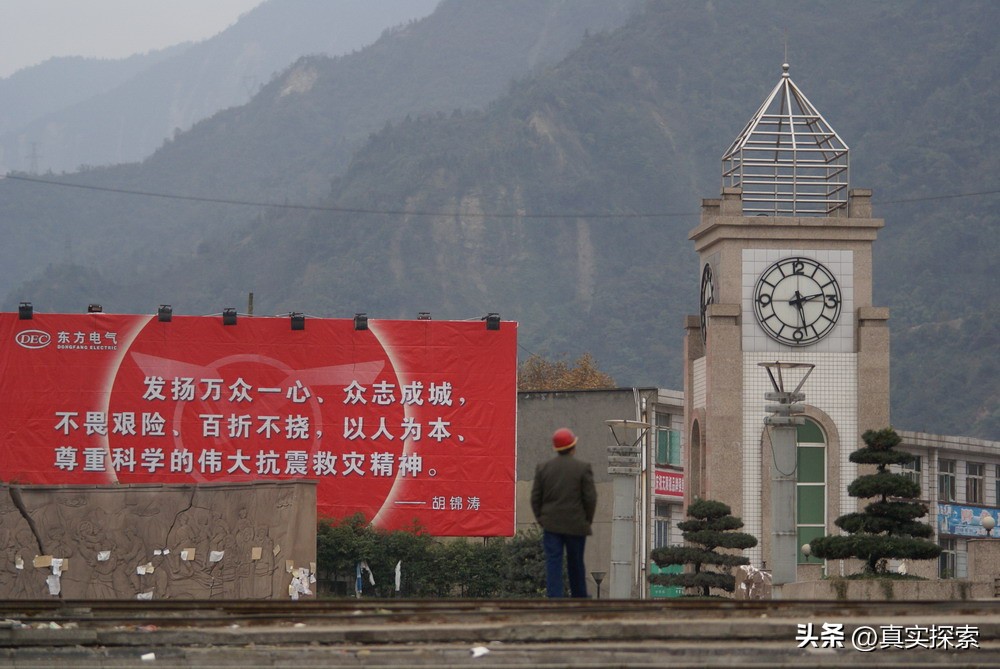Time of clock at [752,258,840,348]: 2:27
